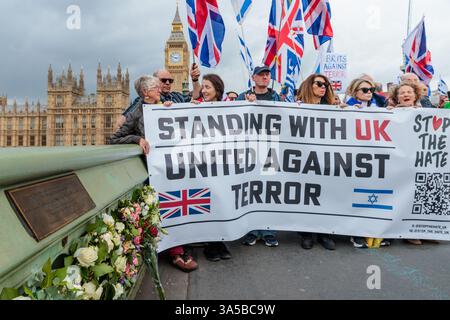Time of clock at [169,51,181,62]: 2:48
